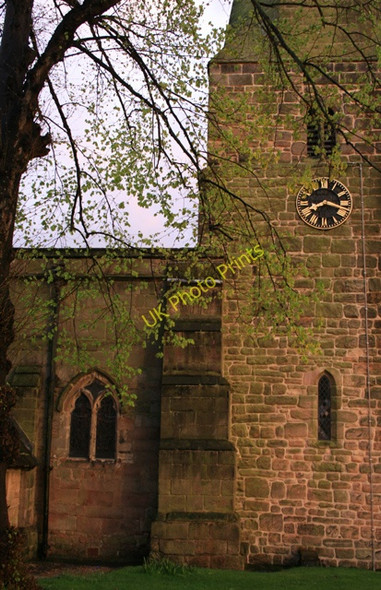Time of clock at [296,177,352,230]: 8:17
